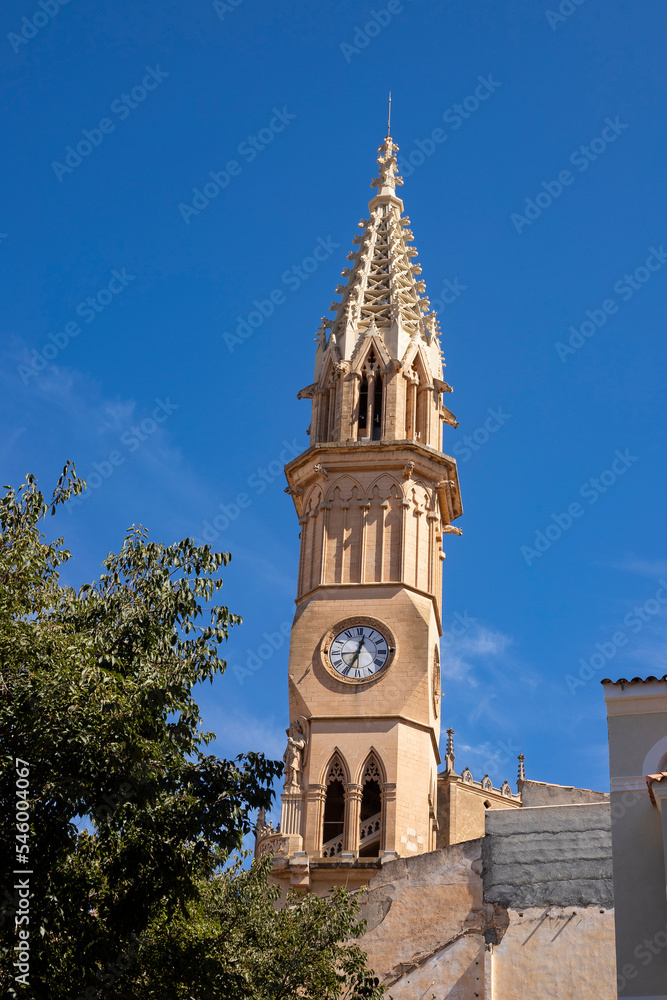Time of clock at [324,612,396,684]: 12:34
